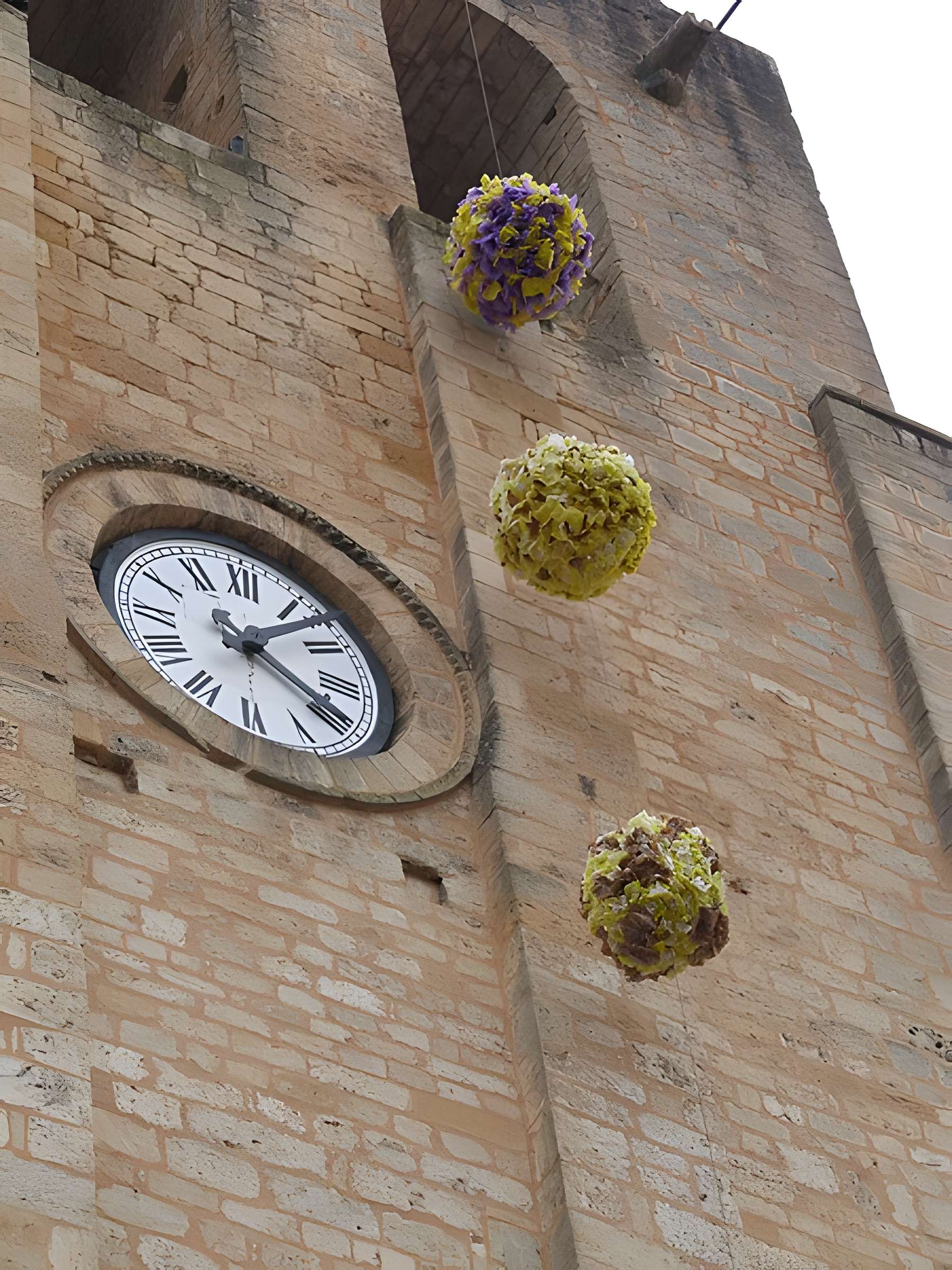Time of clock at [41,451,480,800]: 4:07
